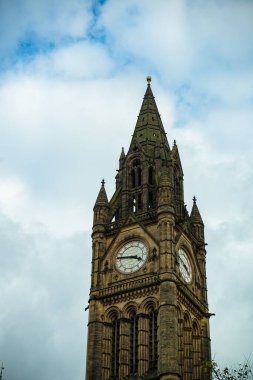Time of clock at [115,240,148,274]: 3:46
